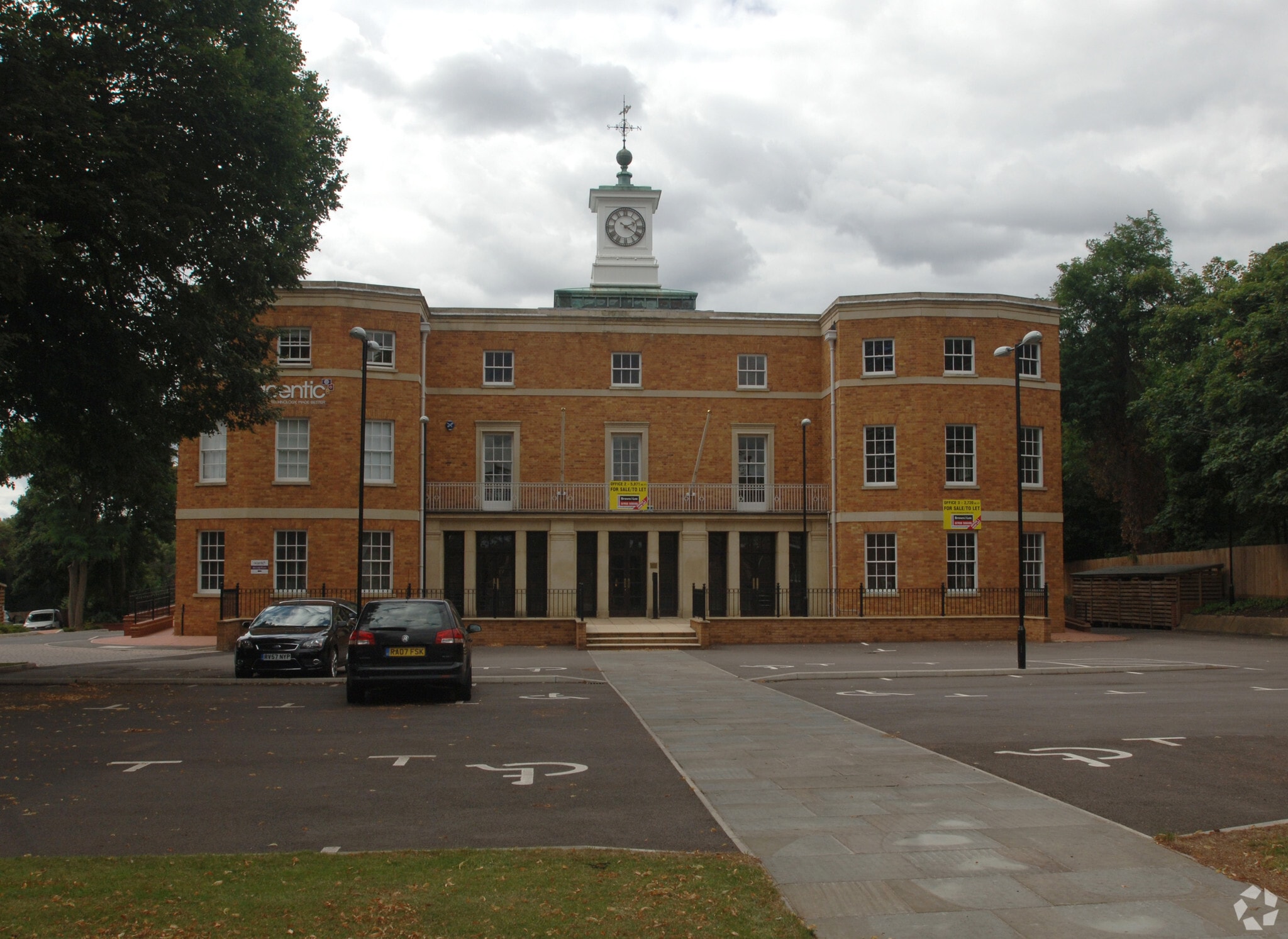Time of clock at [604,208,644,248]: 2:20
